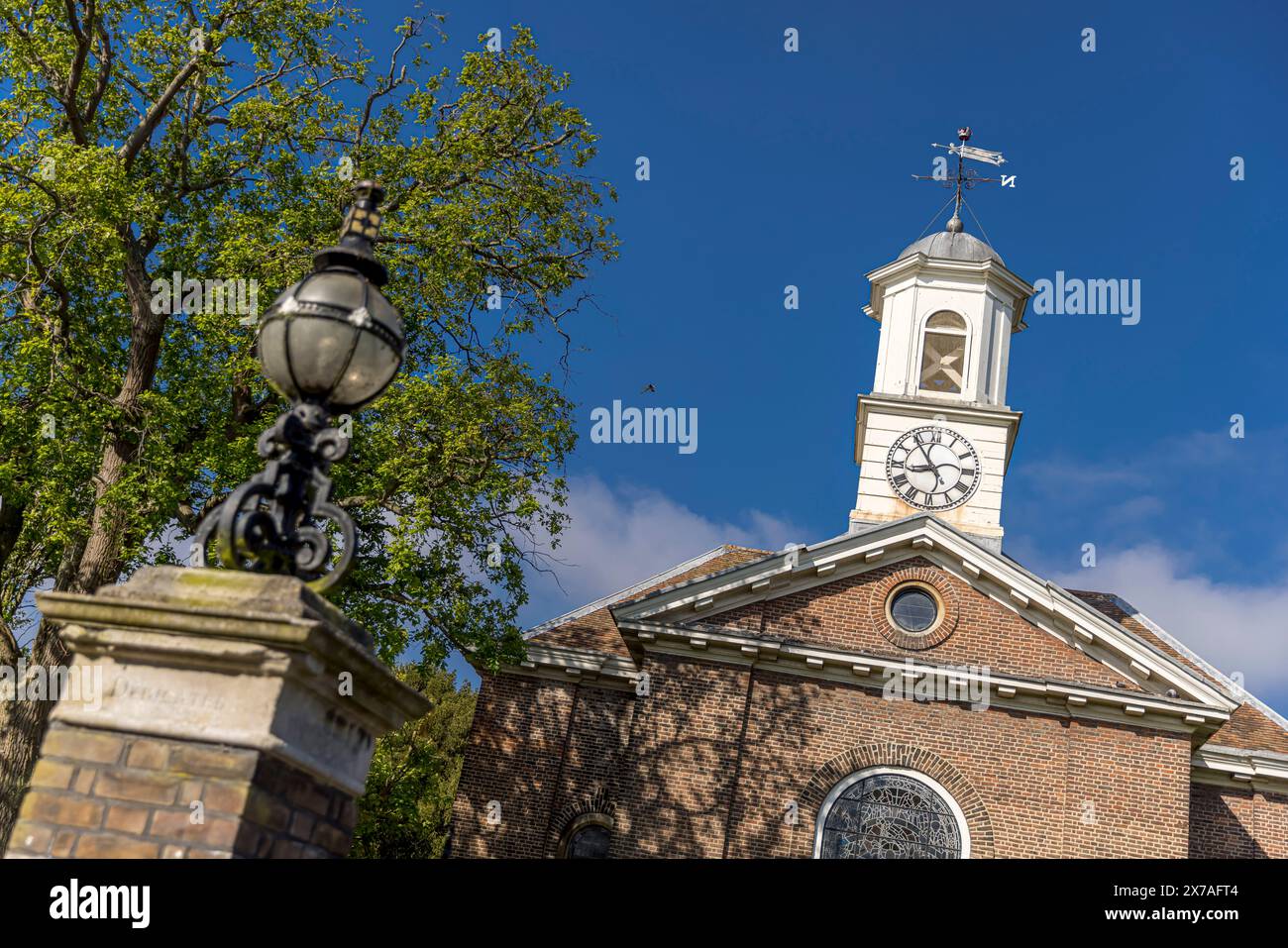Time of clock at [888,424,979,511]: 8:54
